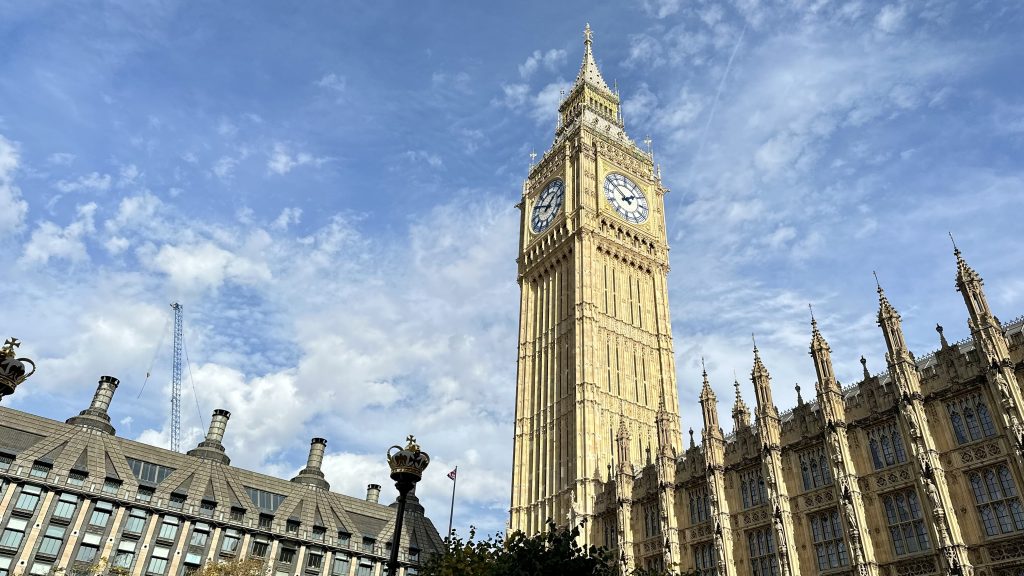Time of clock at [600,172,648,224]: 1:51
